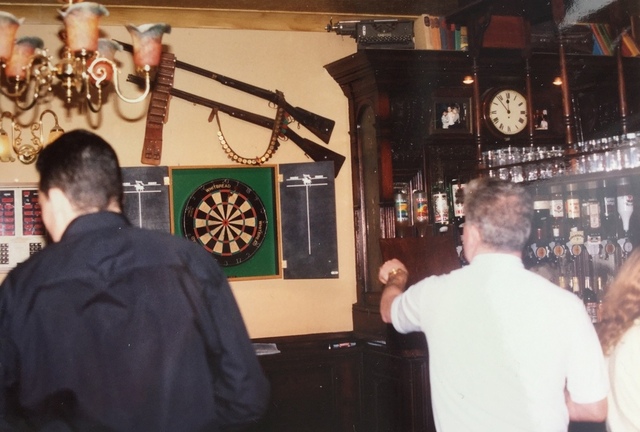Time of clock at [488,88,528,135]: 11:53
